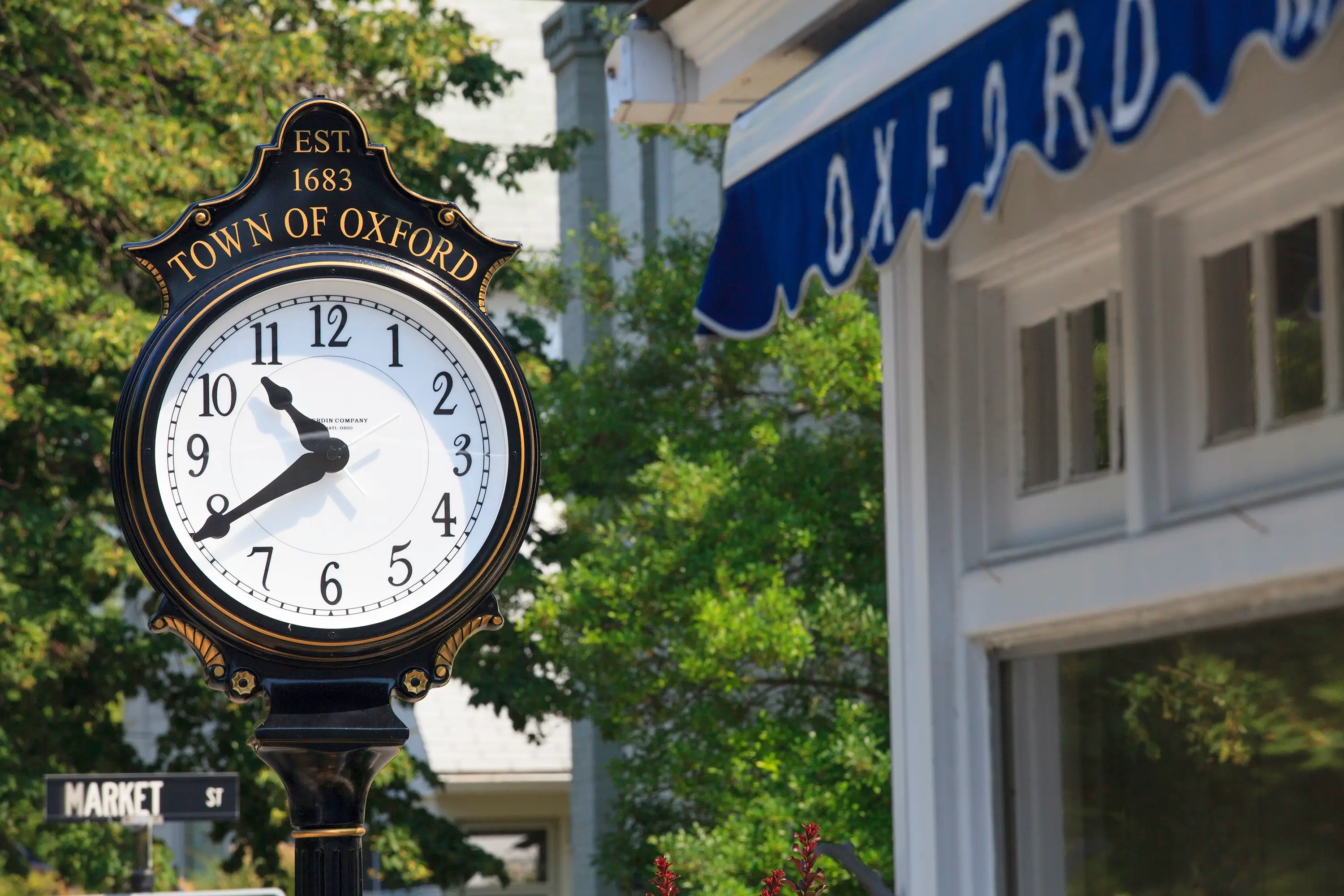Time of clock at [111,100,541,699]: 10:39
